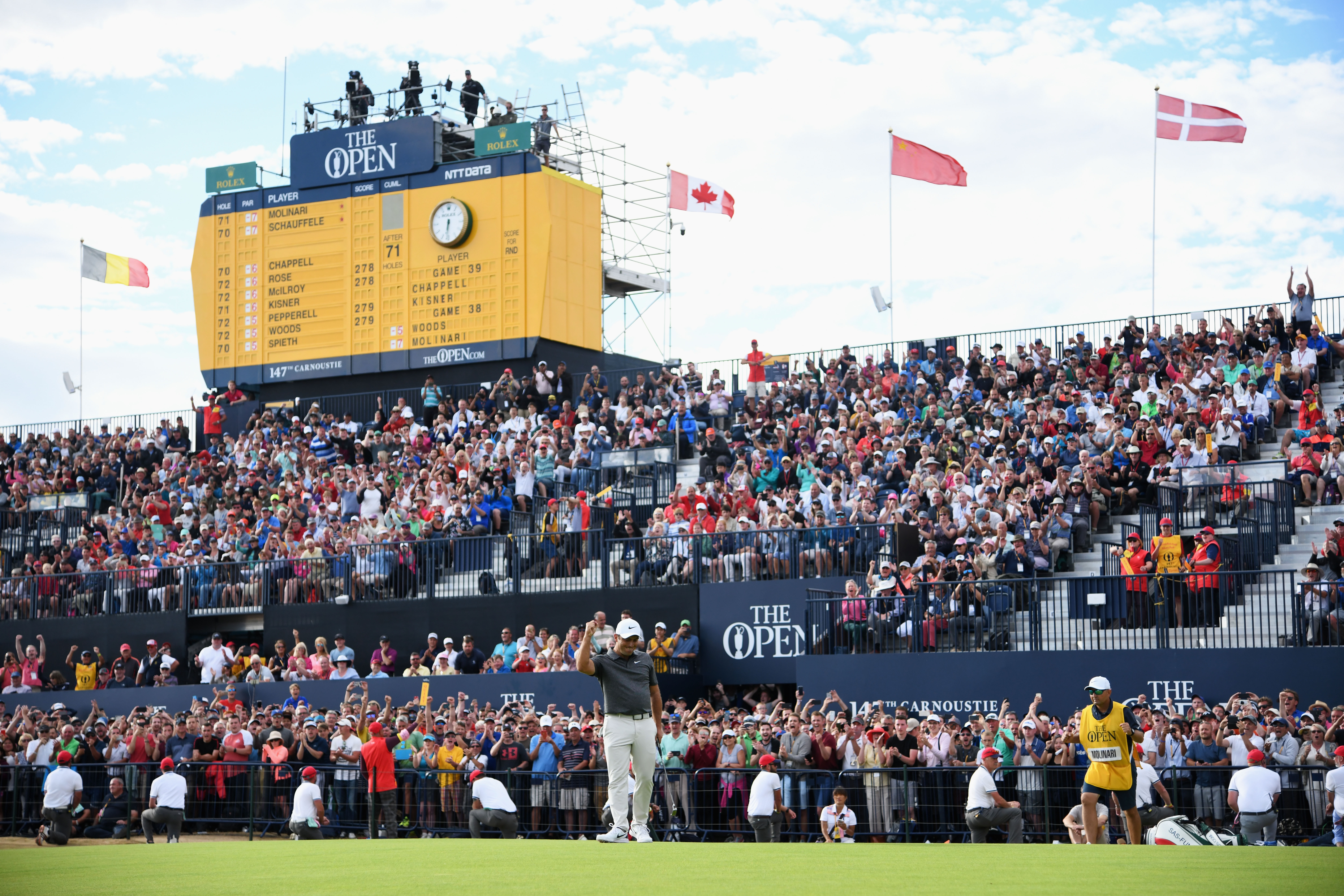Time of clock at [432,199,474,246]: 6:31
